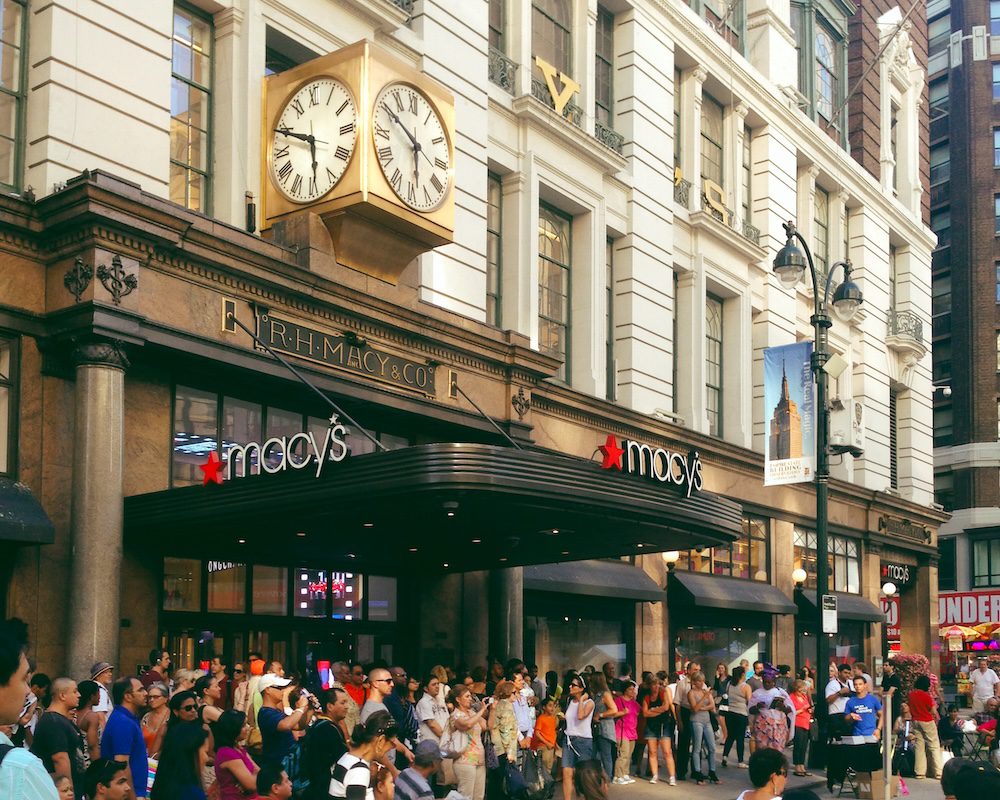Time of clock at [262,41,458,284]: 5:49
